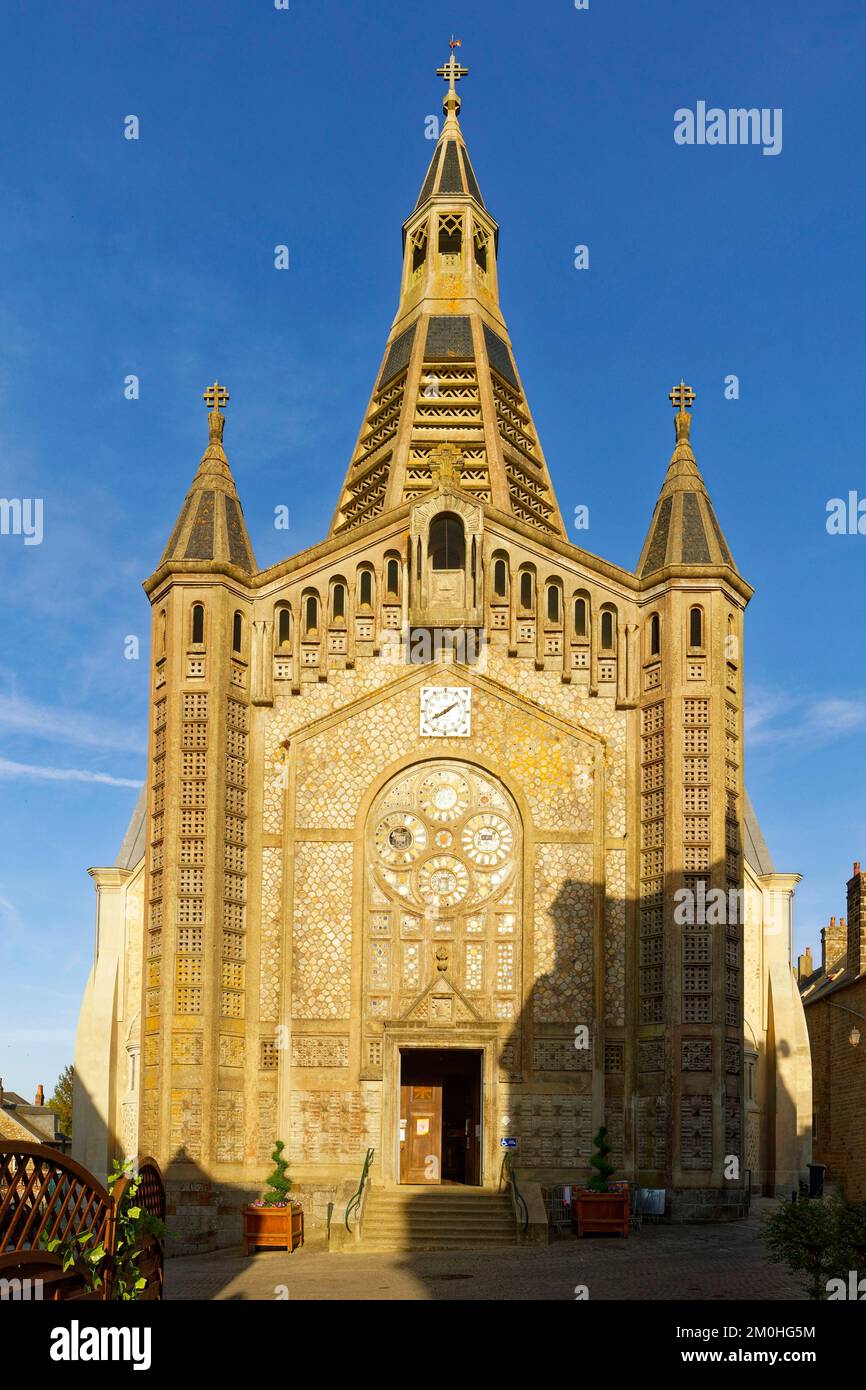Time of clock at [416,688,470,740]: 8:09
